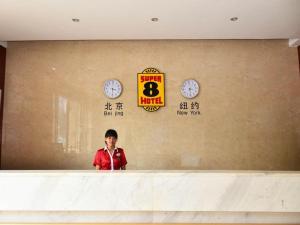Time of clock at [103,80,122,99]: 3:30
